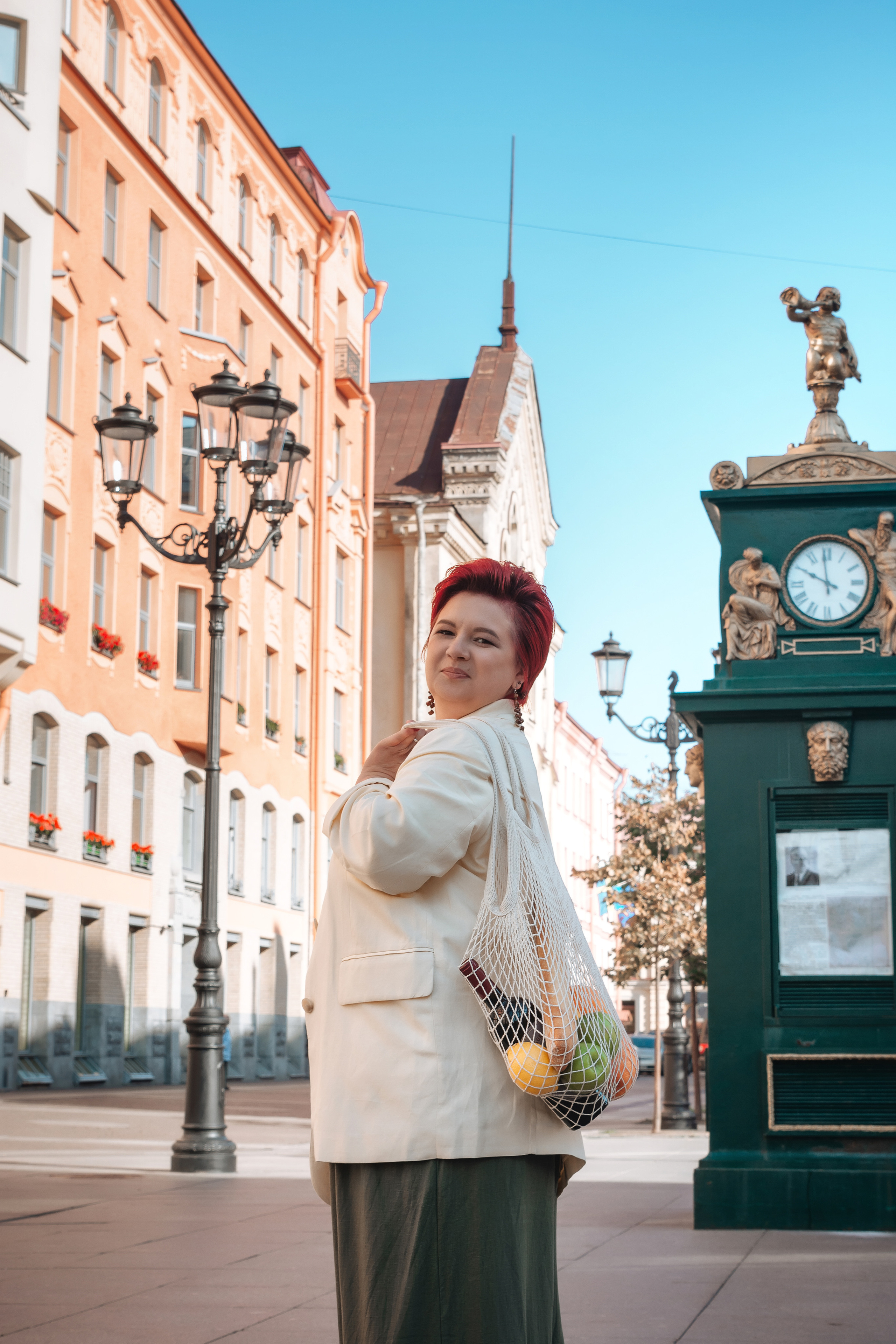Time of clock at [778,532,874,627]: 9:58
